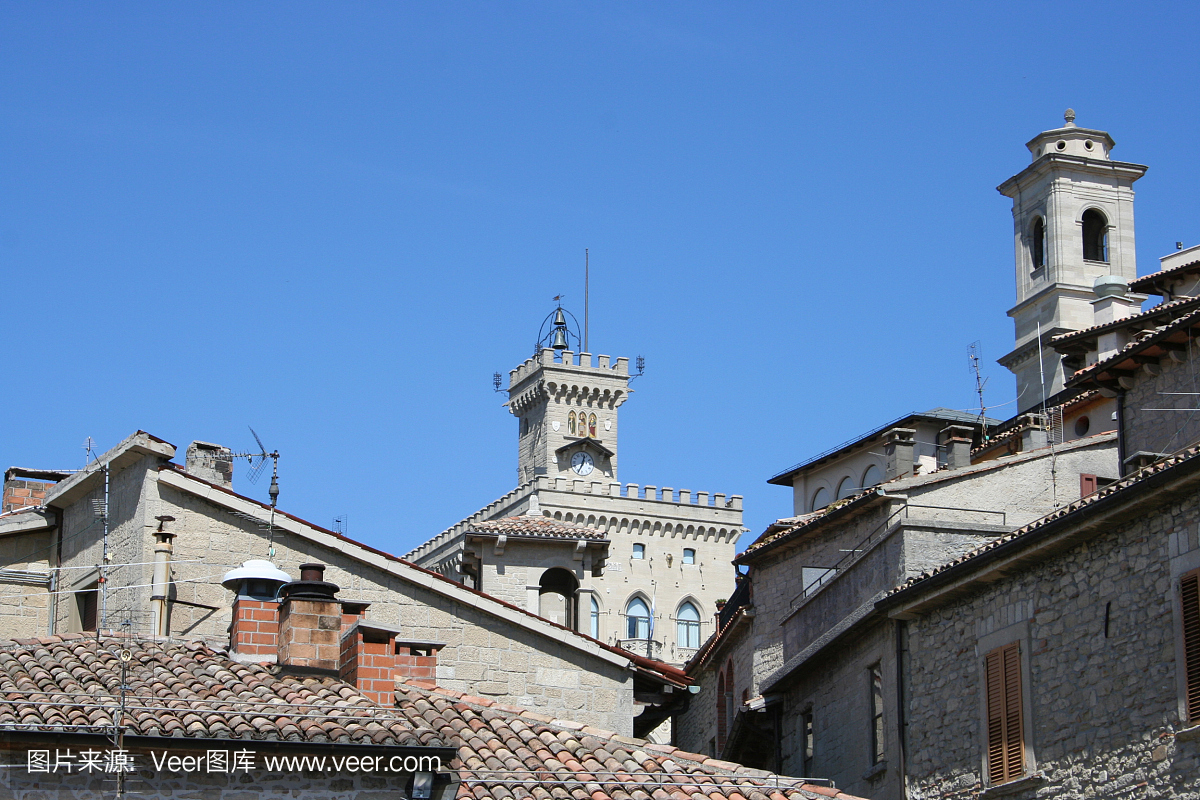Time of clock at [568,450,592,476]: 12:34
